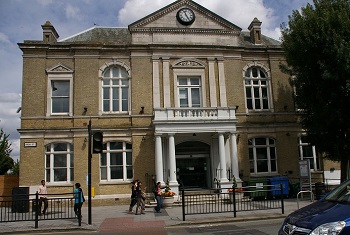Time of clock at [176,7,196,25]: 11:25
